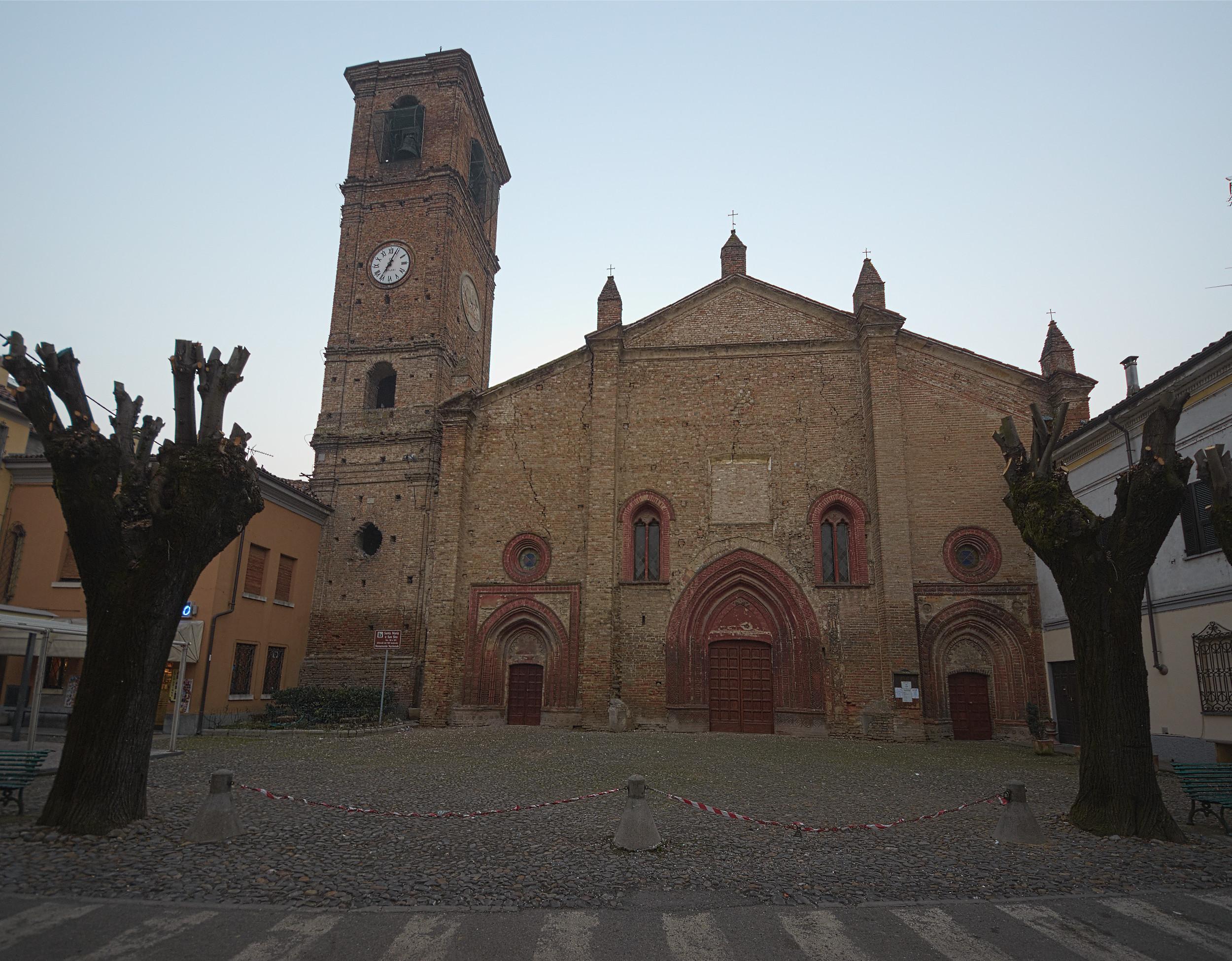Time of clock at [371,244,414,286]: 7:04
